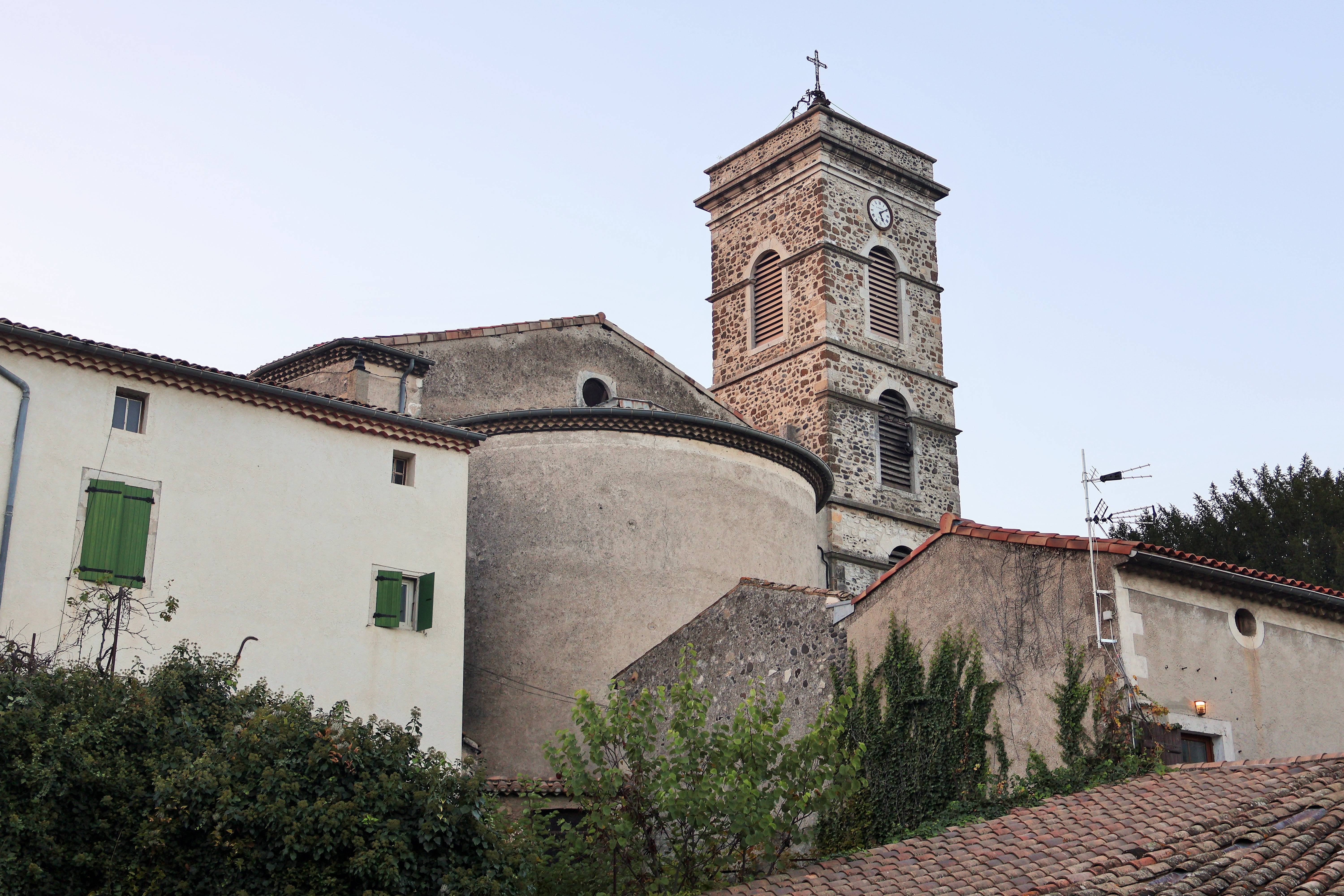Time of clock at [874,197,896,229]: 5:09
